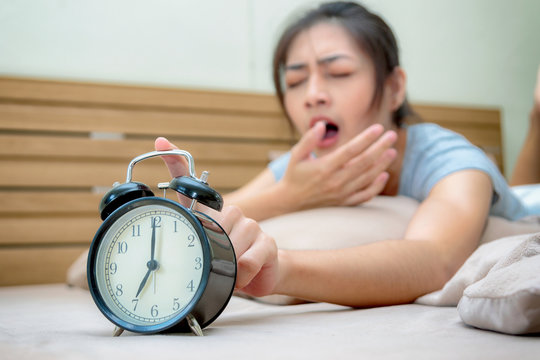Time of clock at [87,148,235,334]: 7:00
